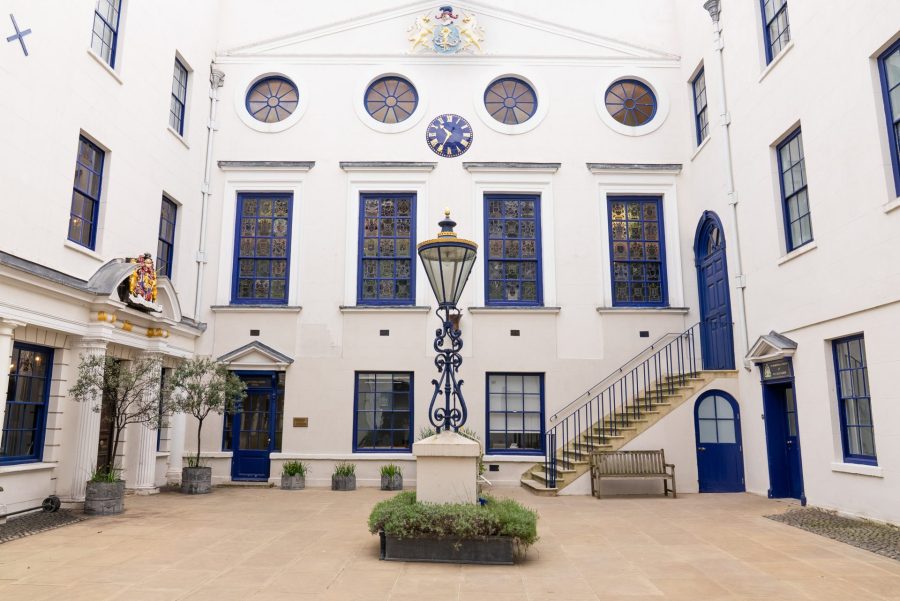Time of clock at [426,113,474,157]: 10:34
